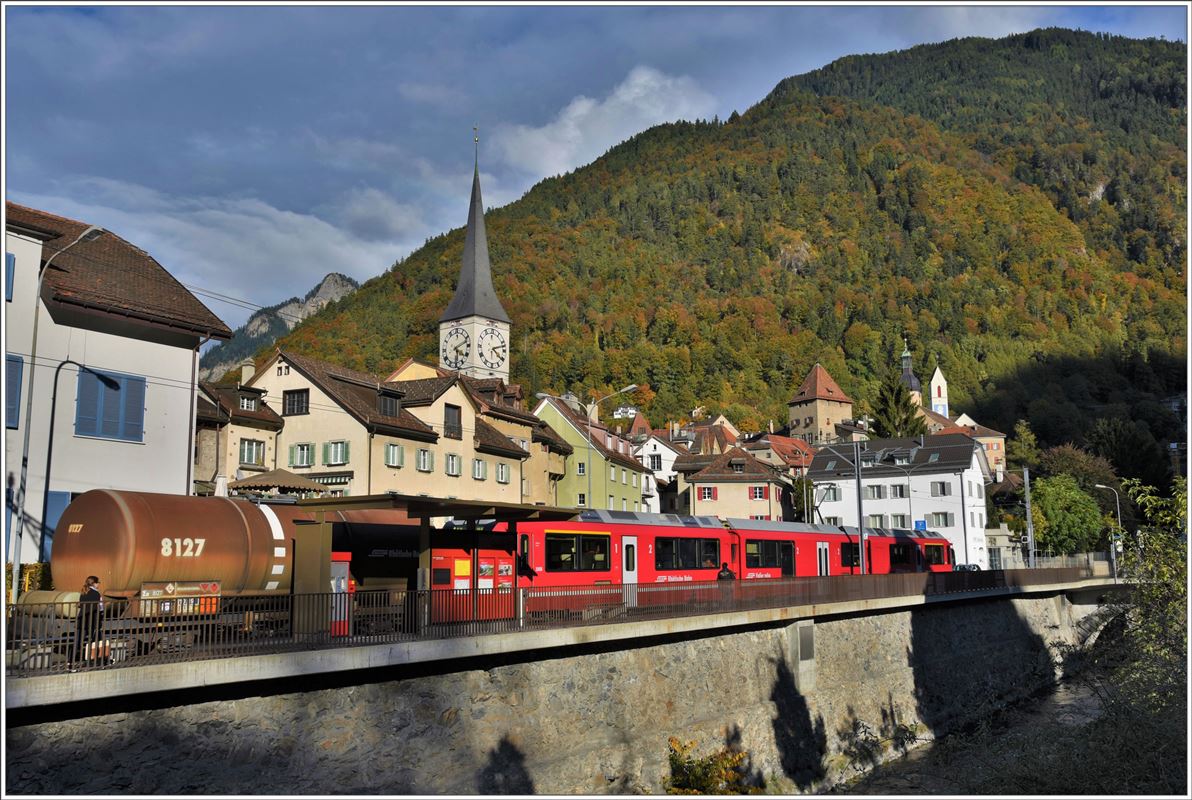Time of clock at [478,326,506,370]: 4:12
